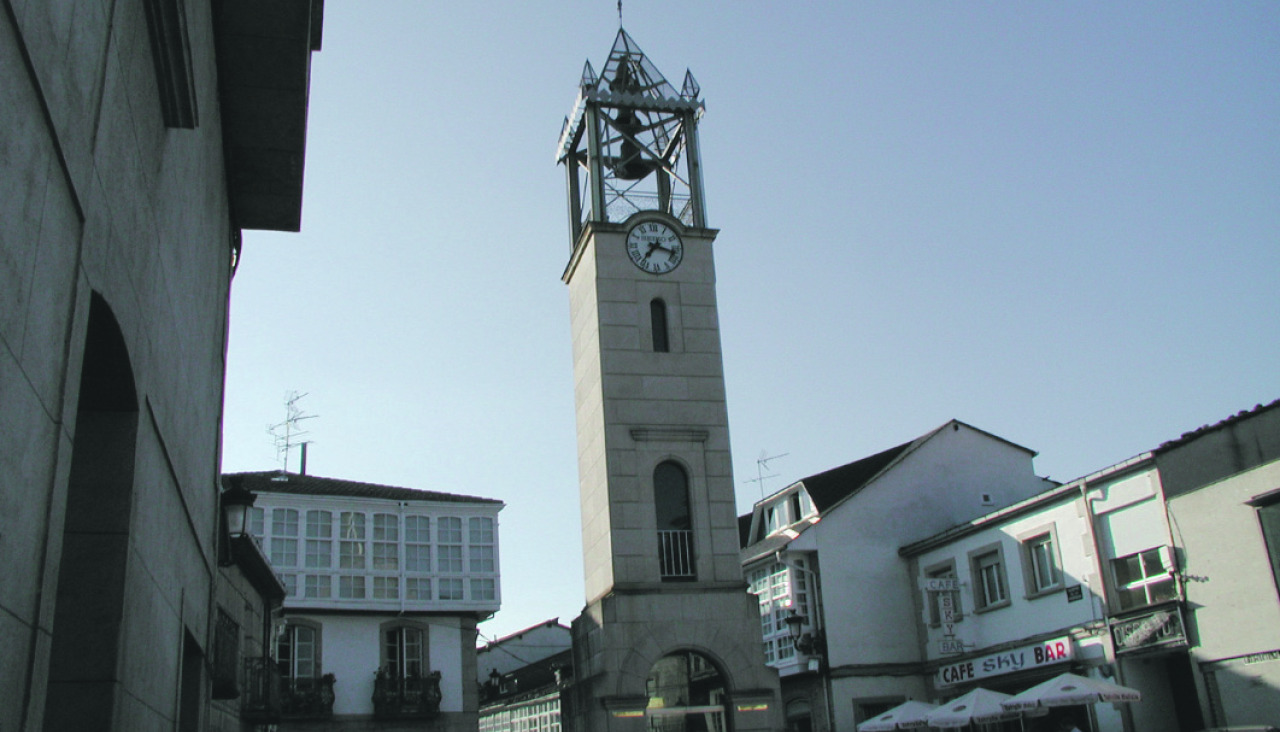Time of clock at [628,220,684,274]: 7:17
